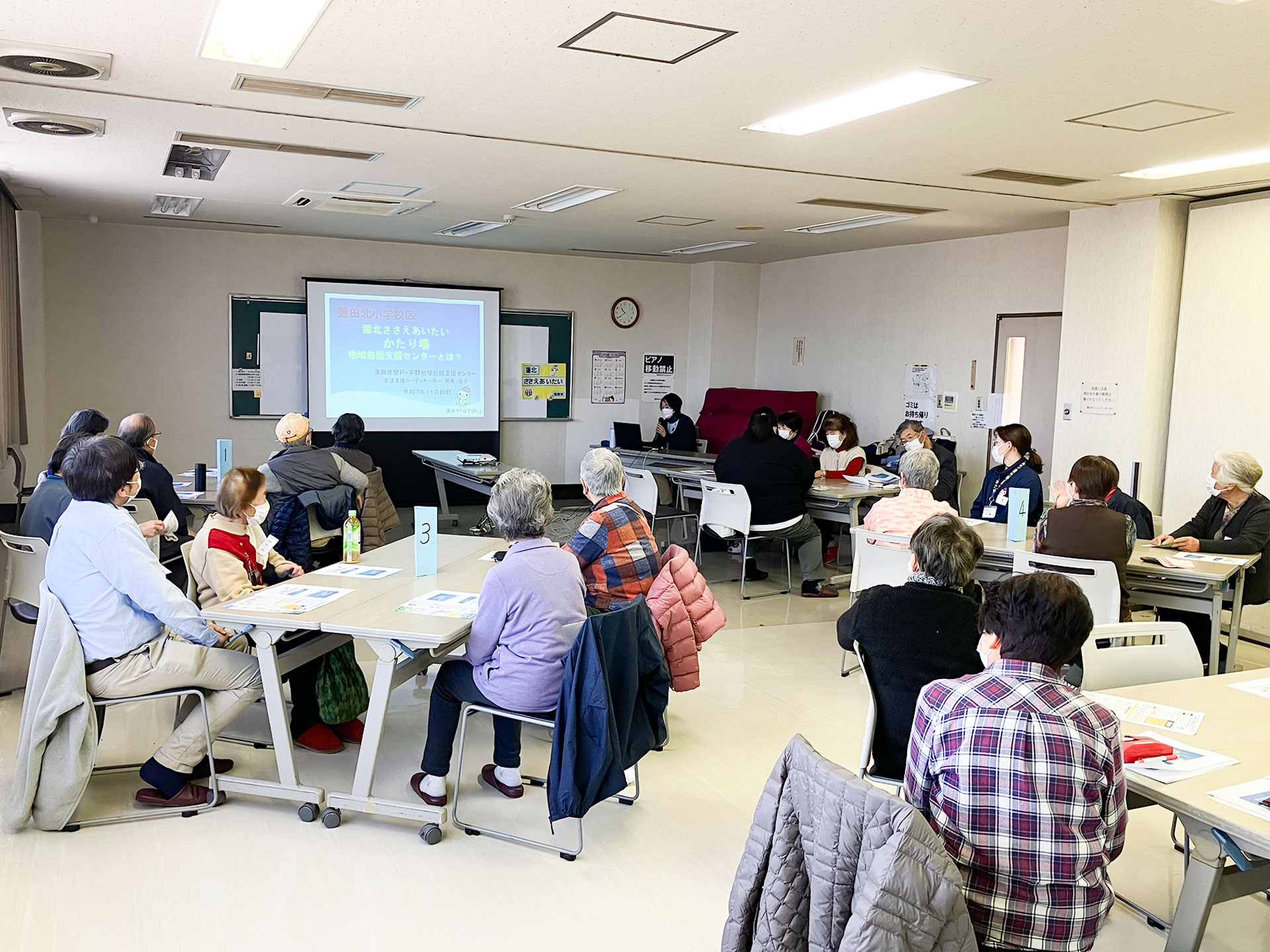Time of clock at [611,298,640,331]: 10:38
